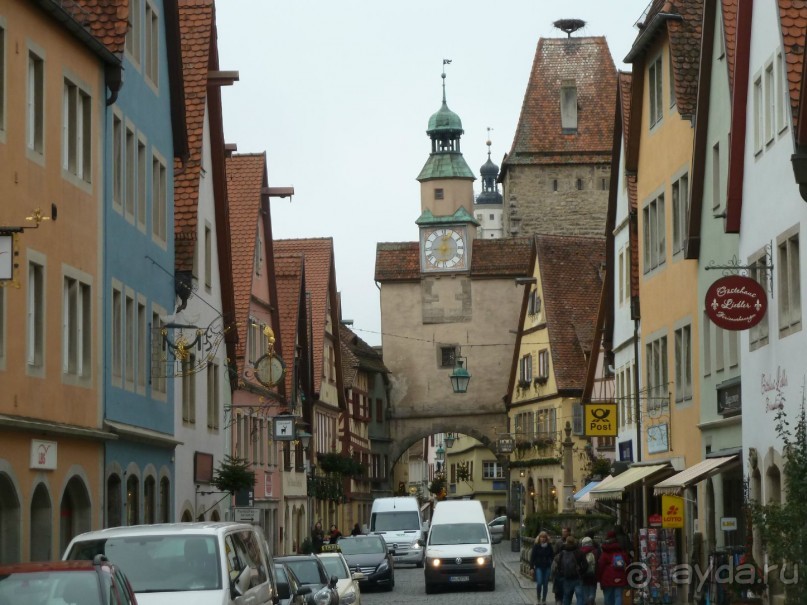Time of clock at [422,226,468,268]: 9:01
